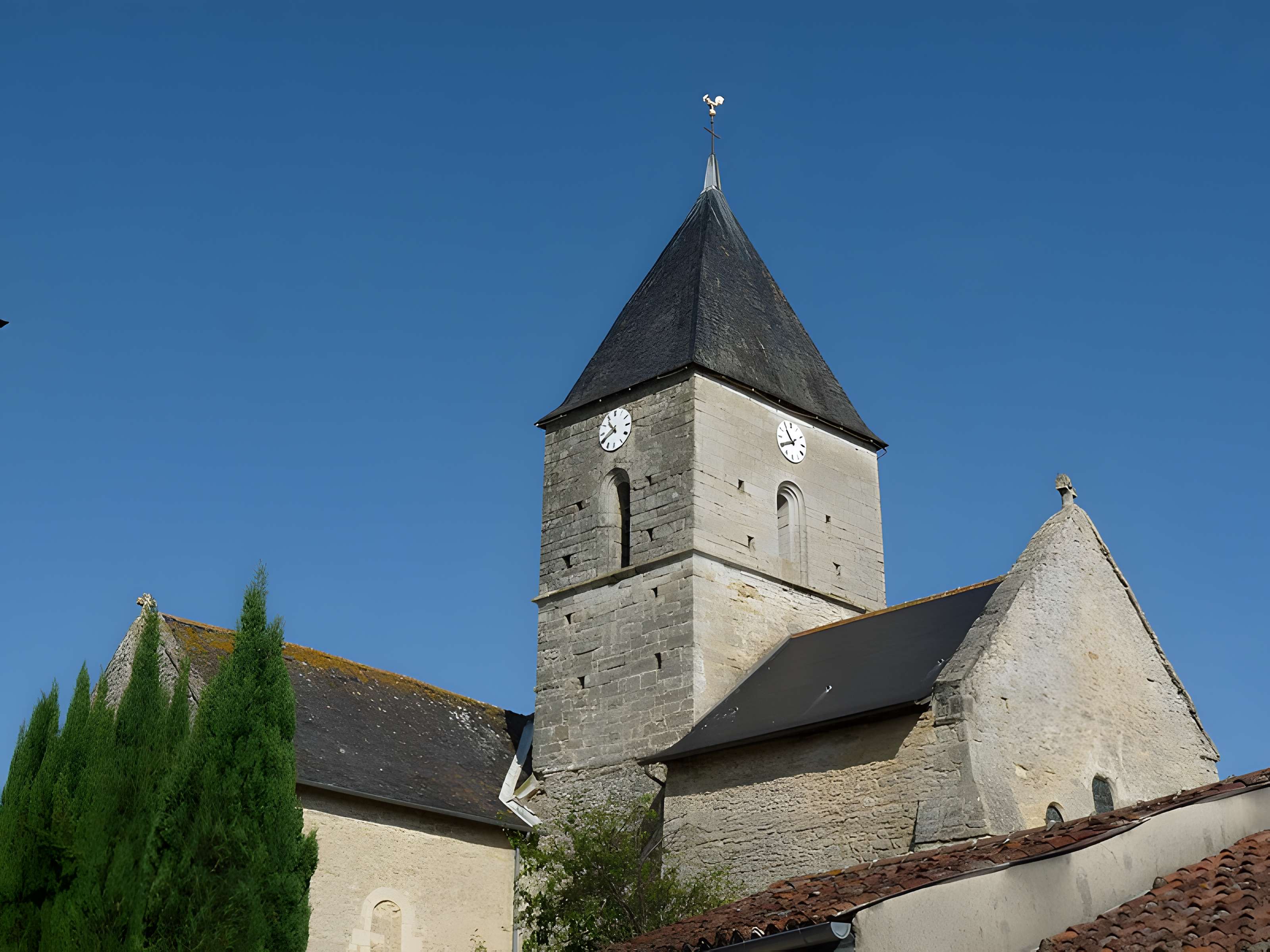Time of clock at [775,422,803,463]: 10:40
